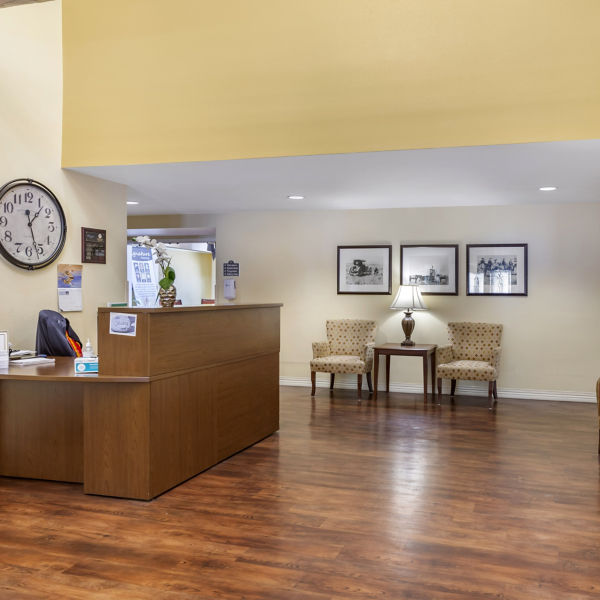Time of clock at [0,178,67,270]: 1:27
